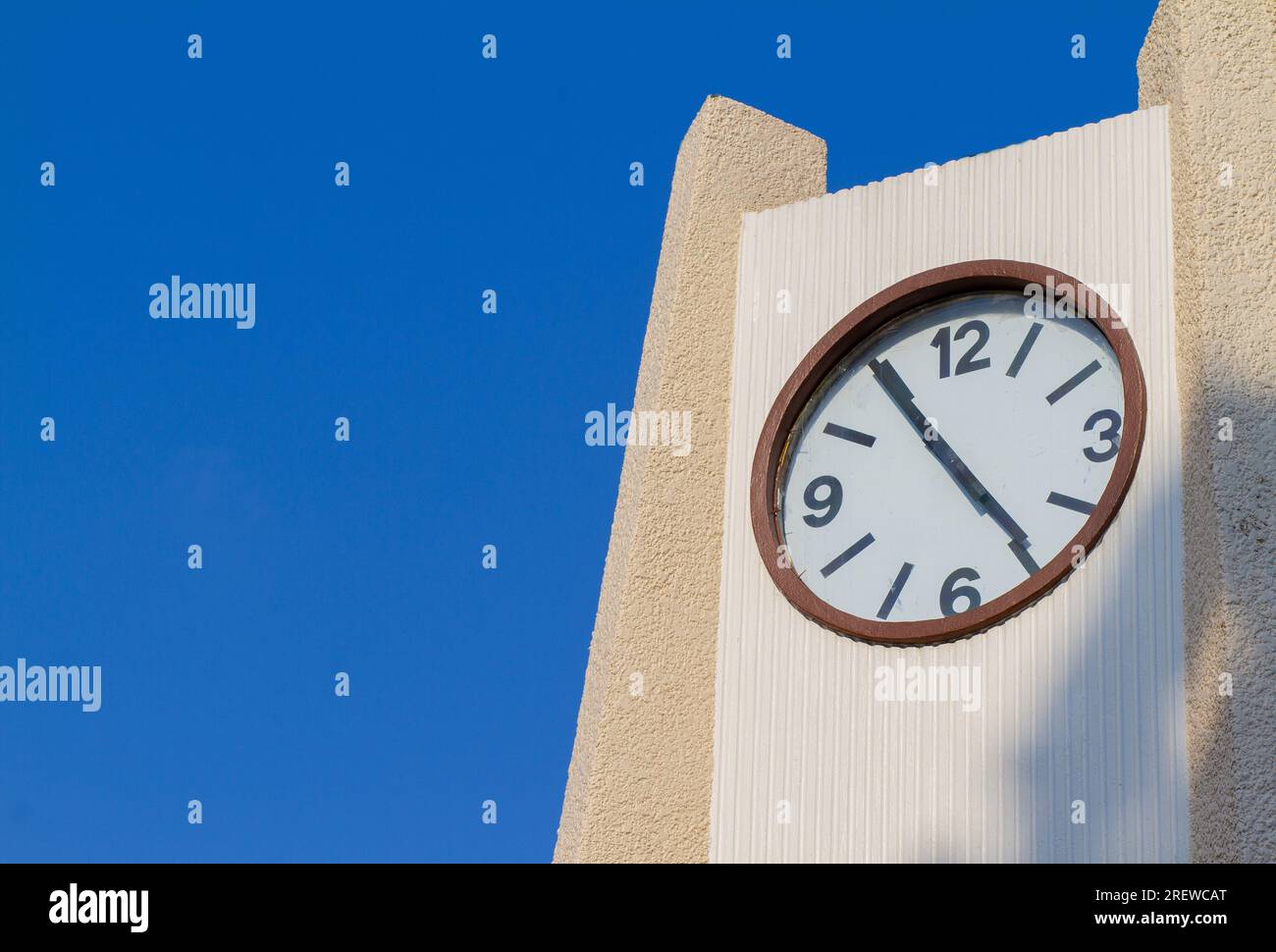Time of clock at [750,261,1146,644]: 4:54
